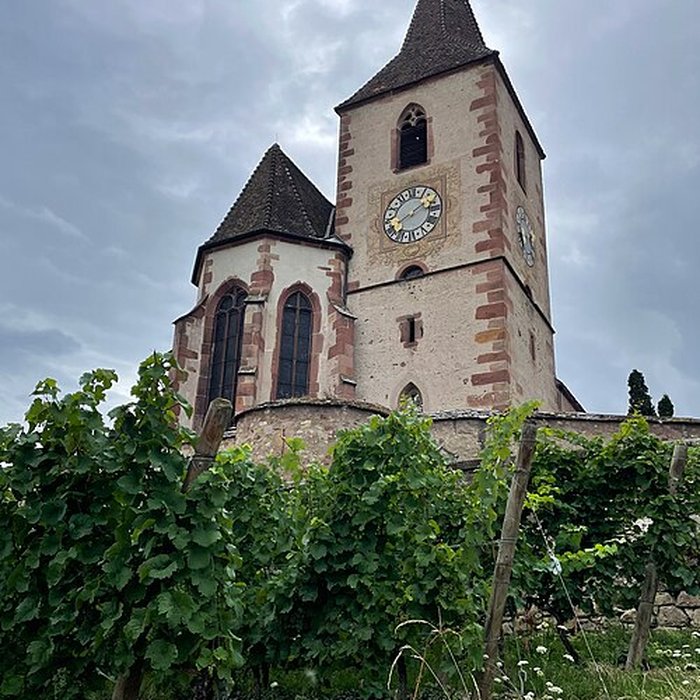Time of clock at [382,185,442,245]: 1:39
